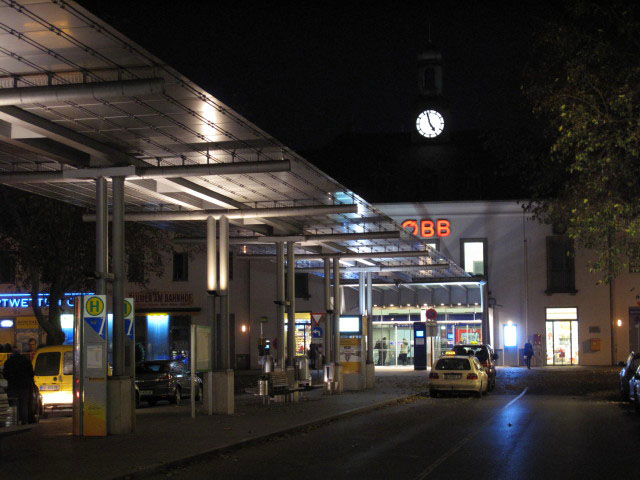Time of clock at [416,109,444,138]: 4:57
